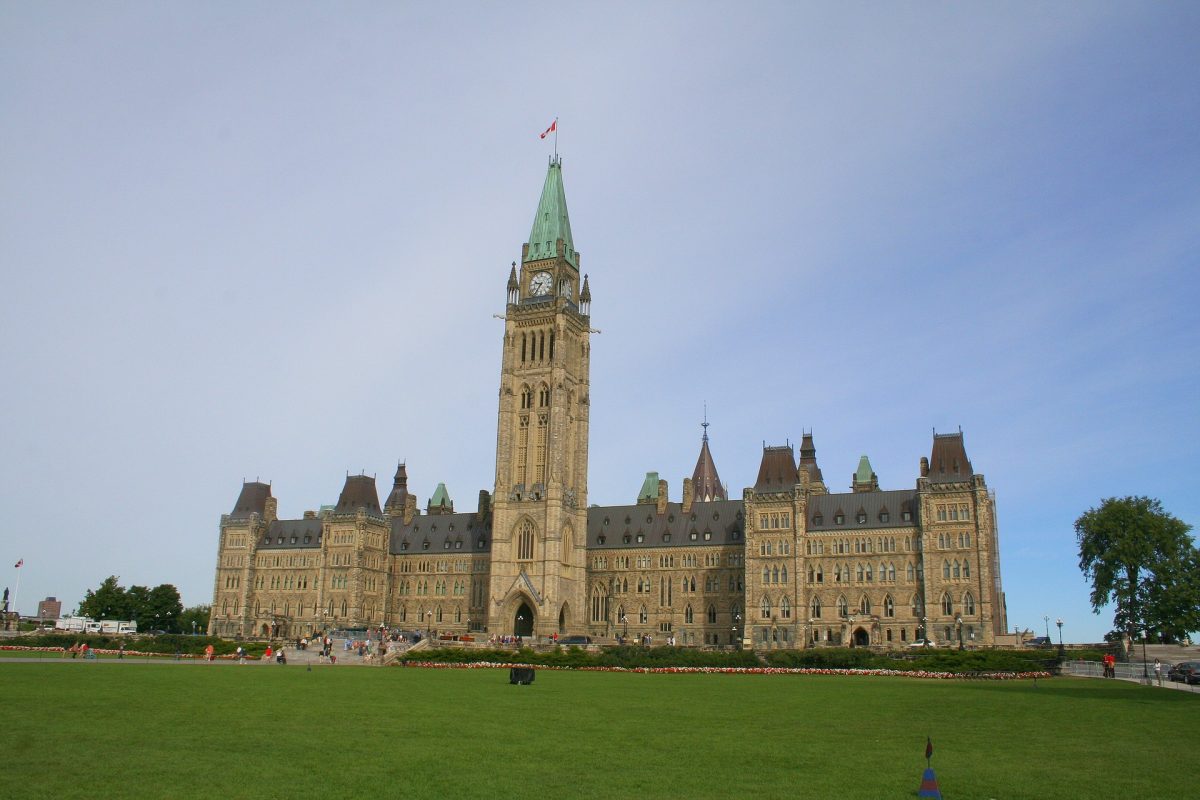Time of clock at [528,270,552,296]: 9:36
